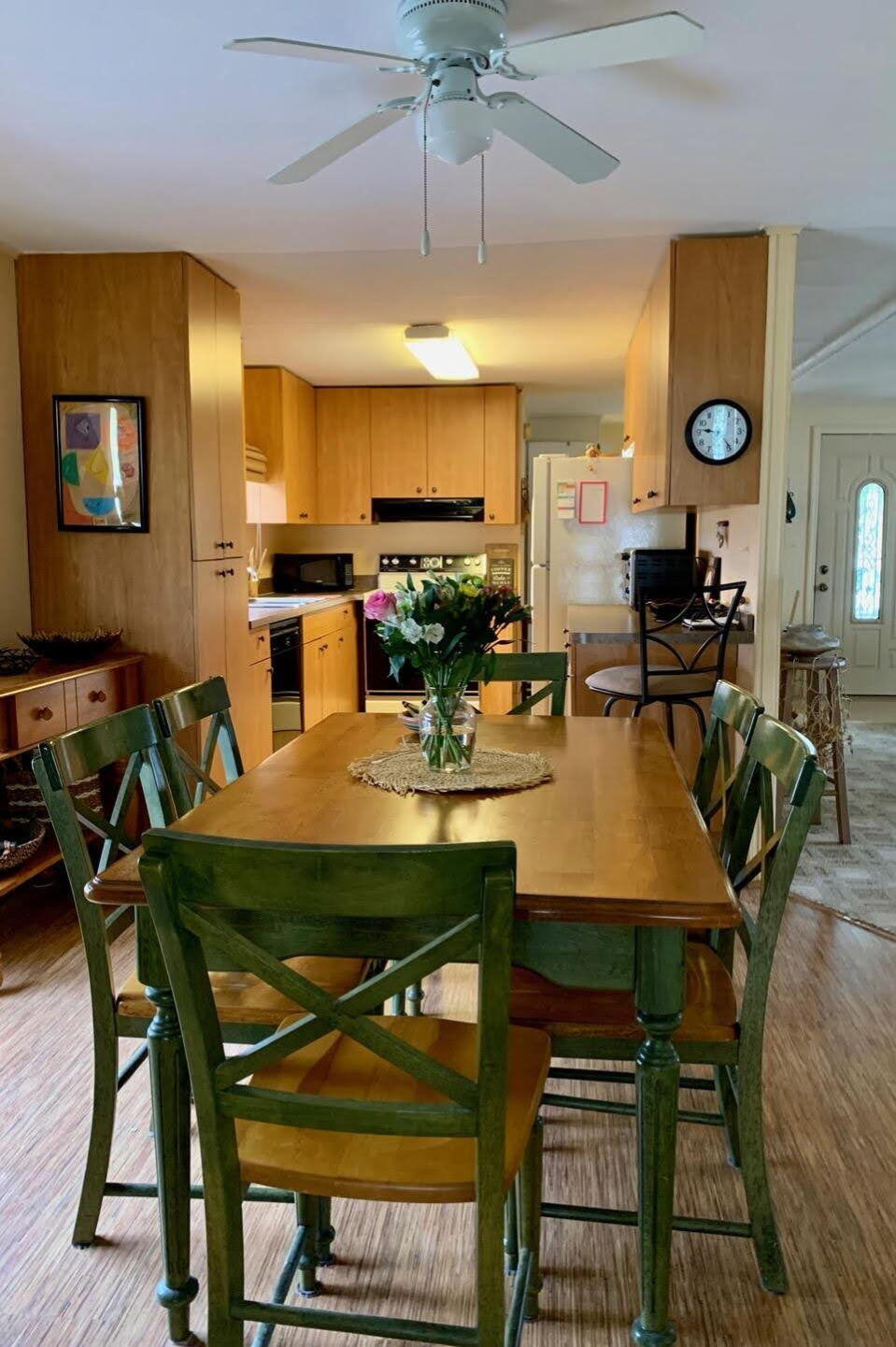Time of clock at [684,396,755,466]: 9:23
